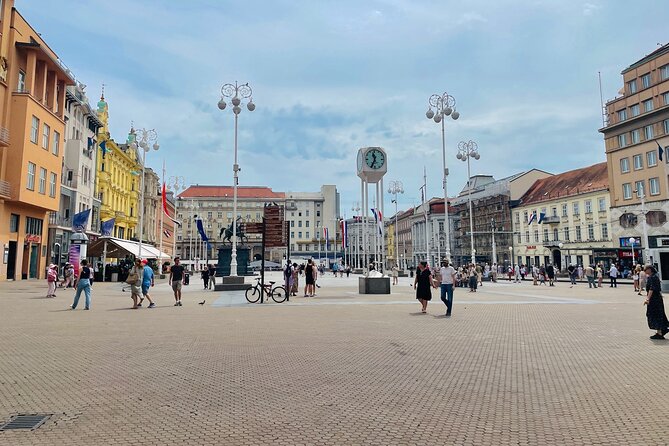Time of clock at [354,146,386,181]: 11:34
